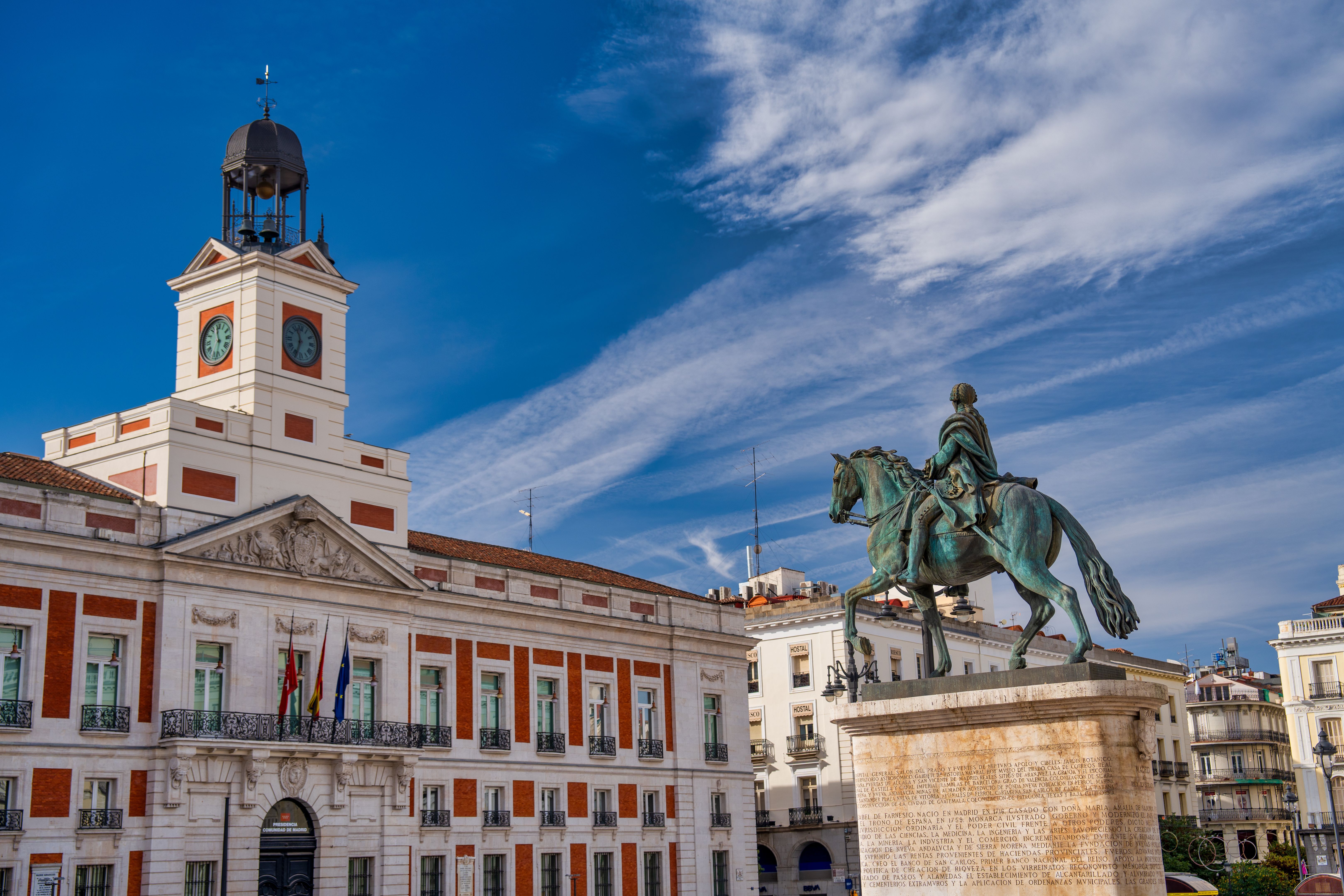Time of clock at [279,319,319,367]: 11:33
